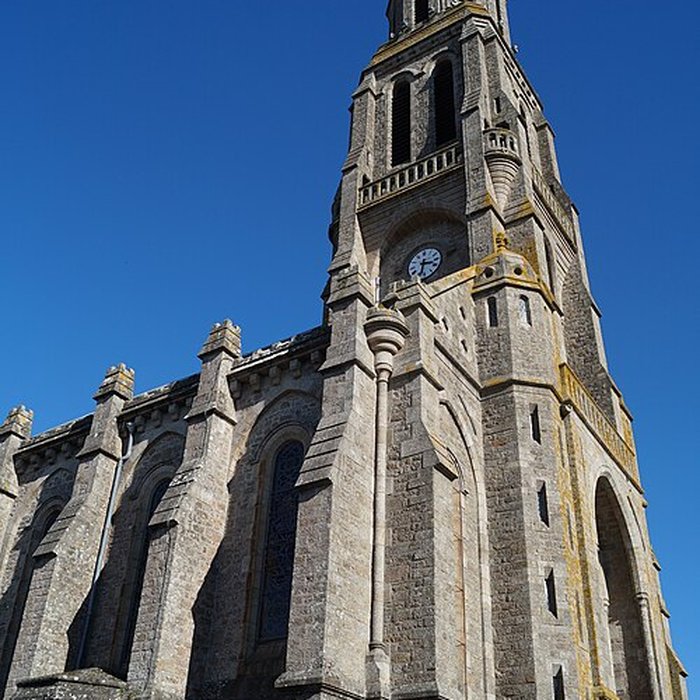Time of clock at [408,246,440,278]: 3:32
